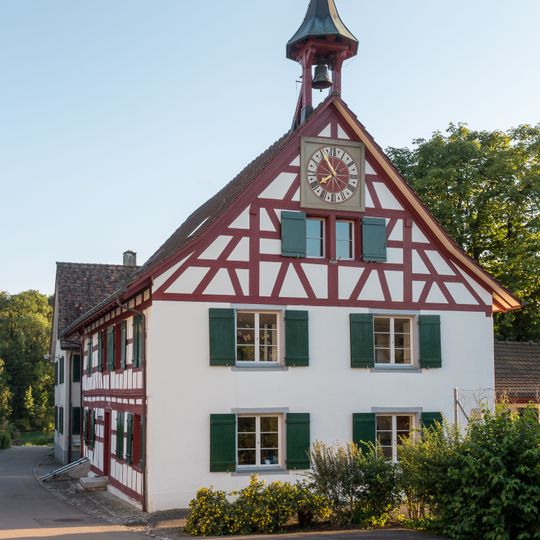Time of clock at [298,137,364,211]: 7:55
